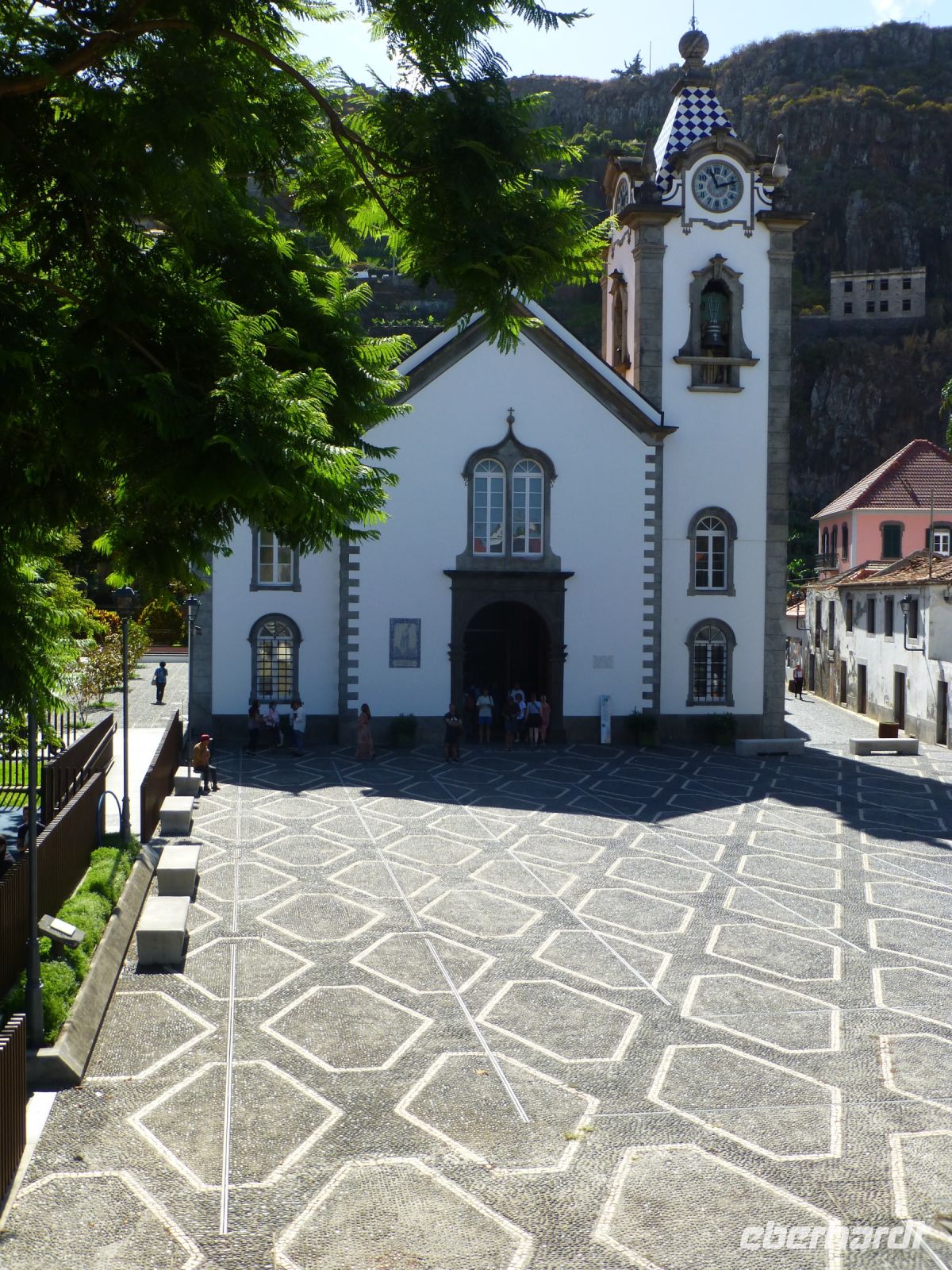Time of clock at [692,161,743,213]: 11:12
